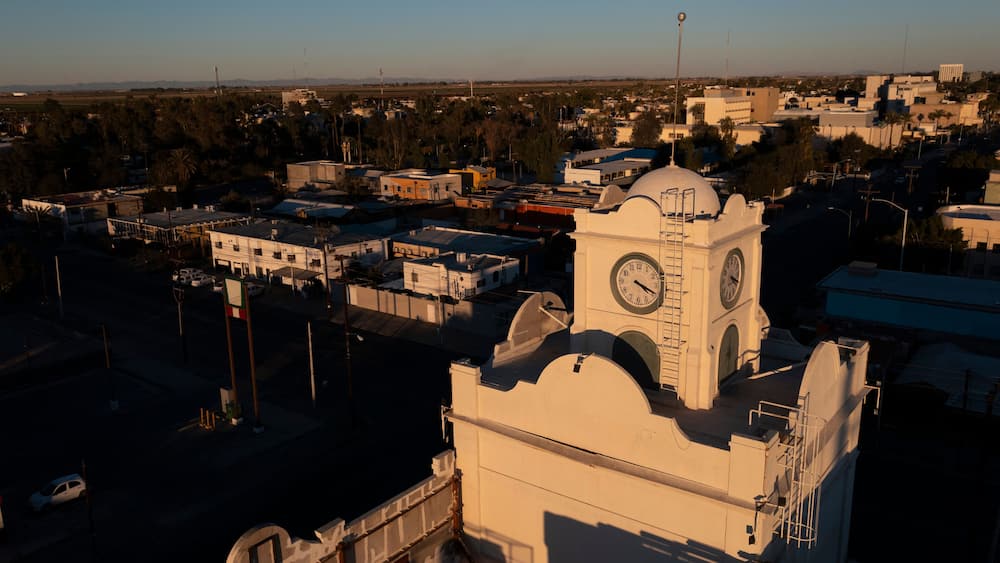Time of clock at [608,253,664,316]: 4:19
